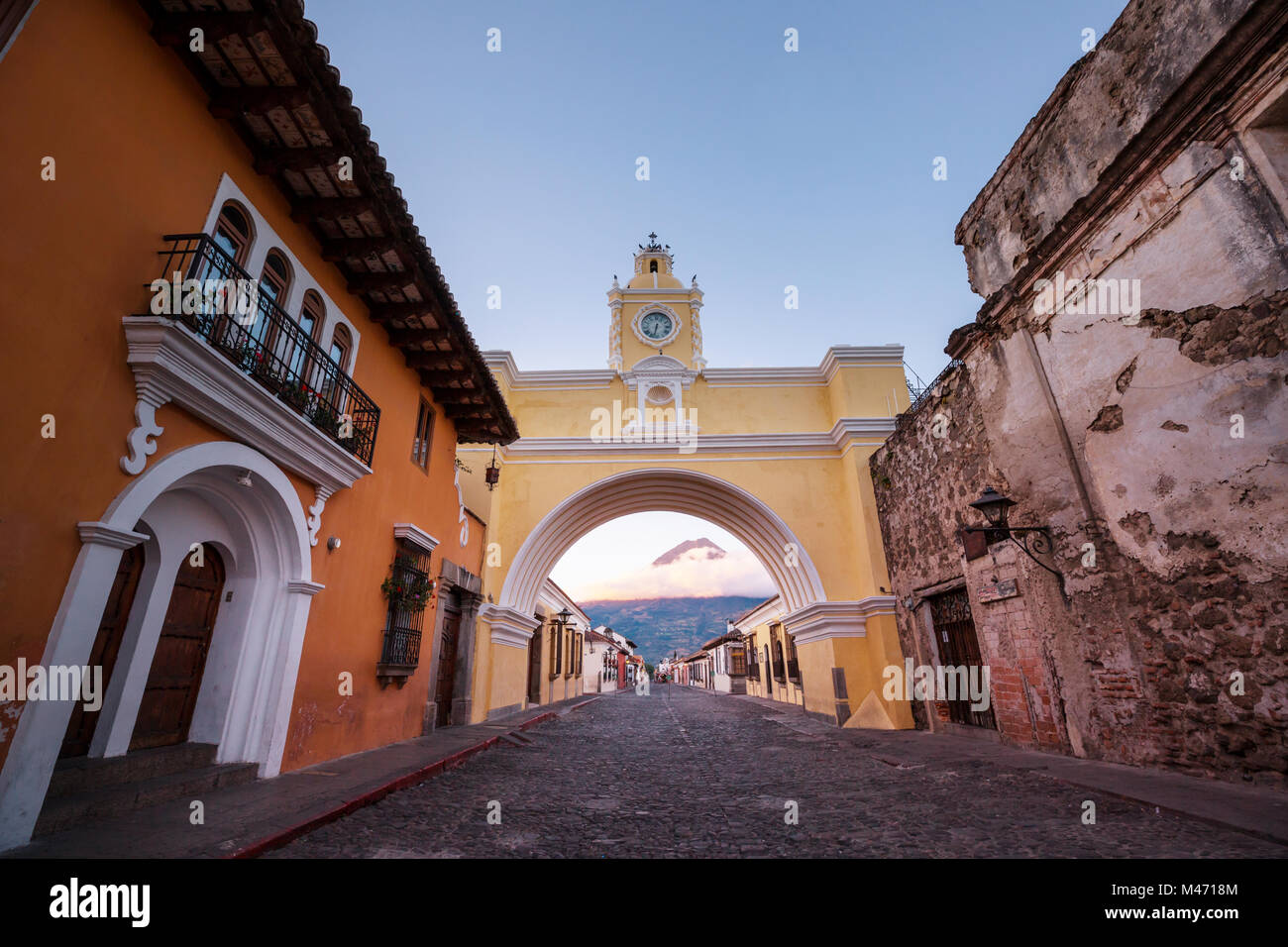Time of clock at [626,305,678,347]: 6:32
